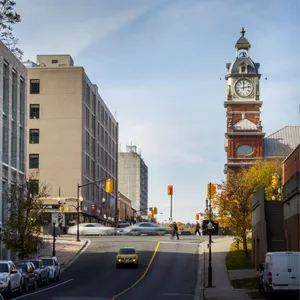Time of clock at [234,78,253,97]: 12:13
